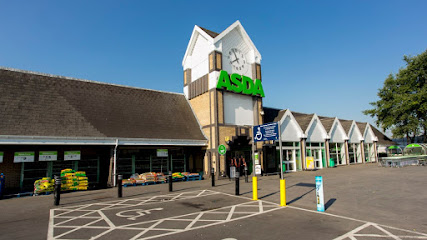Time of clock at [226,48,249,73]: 7:55
